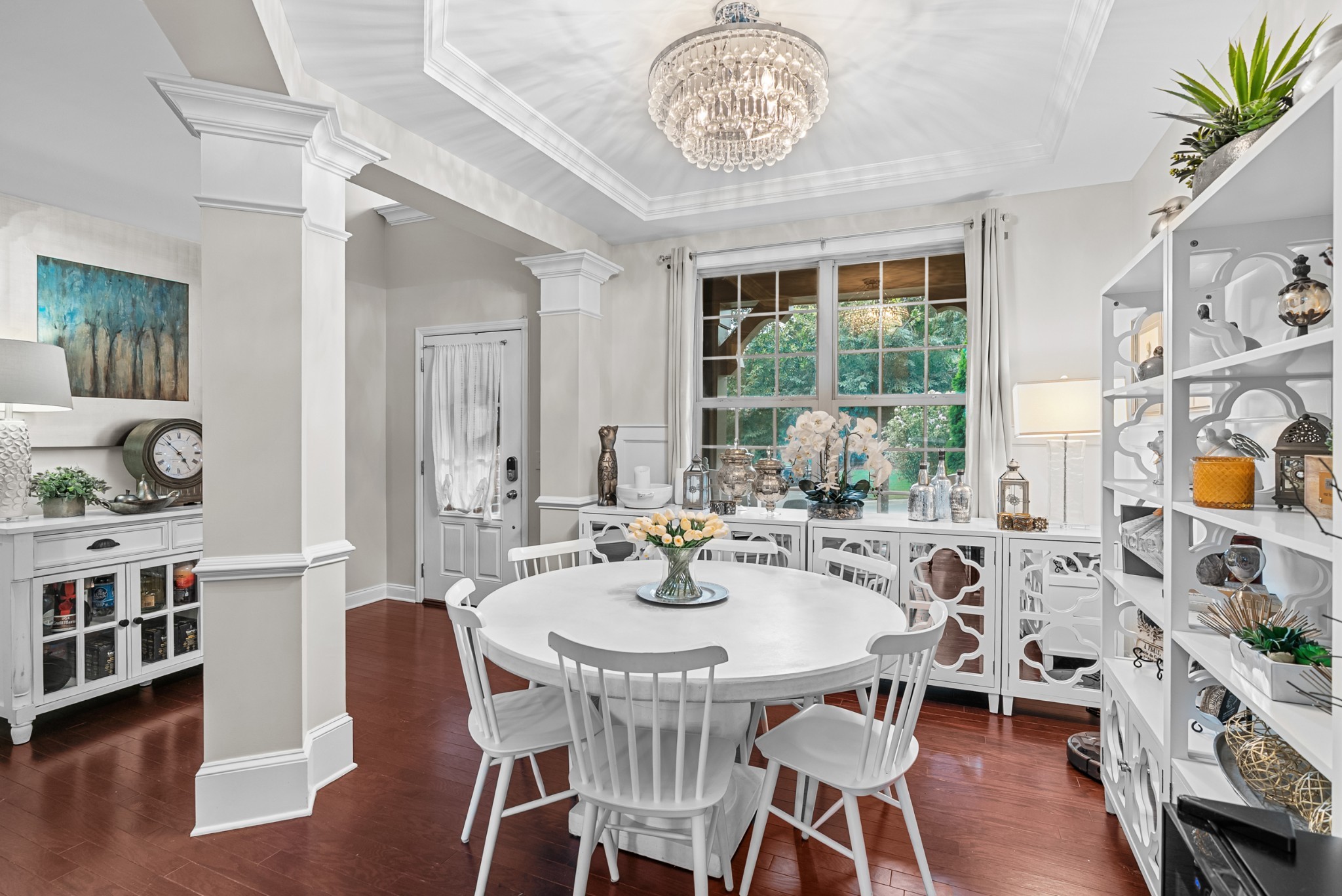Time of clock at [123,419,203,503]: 4:52
